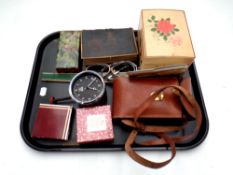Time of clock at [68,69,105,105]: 1:18
